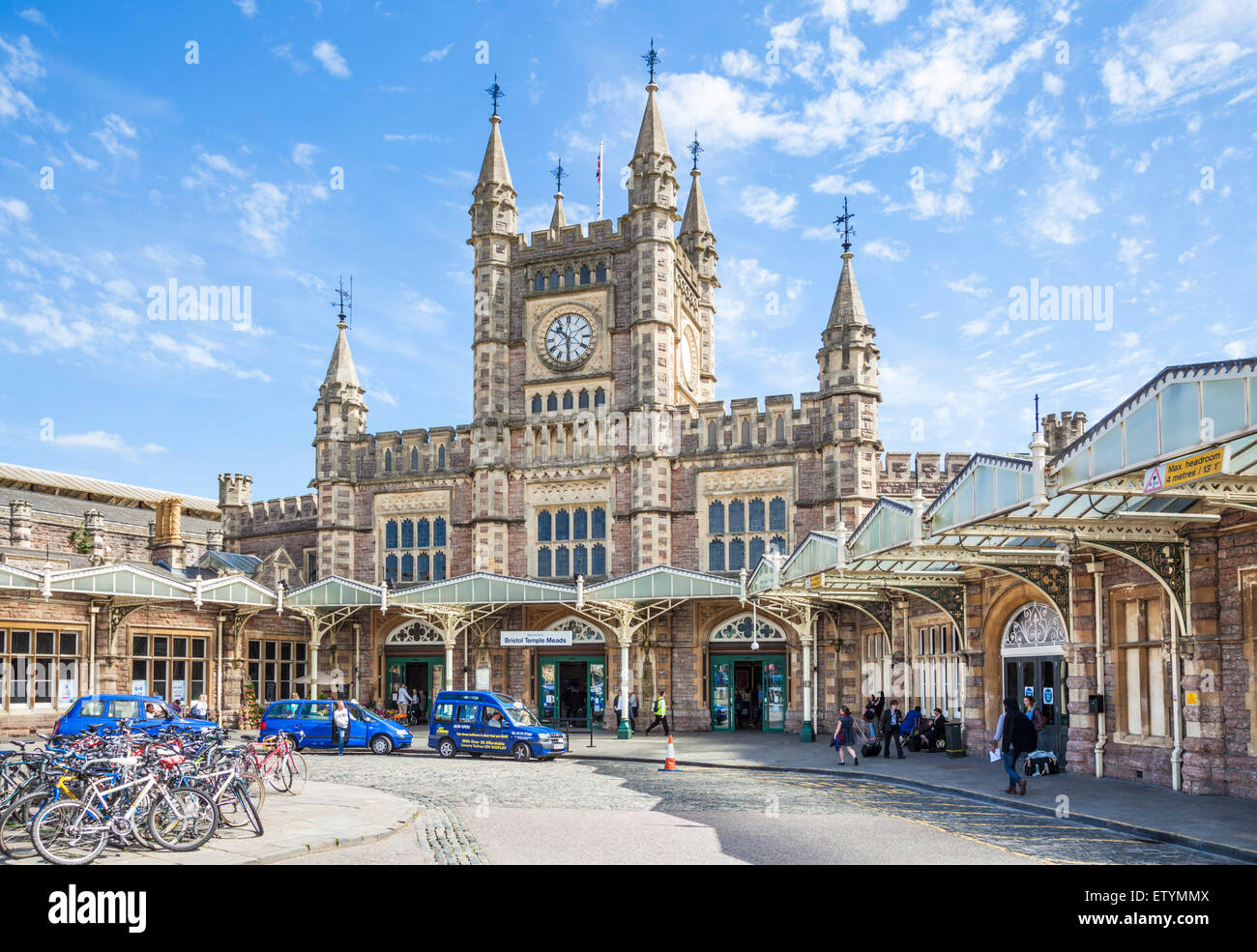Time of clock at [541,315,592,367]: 10:30
